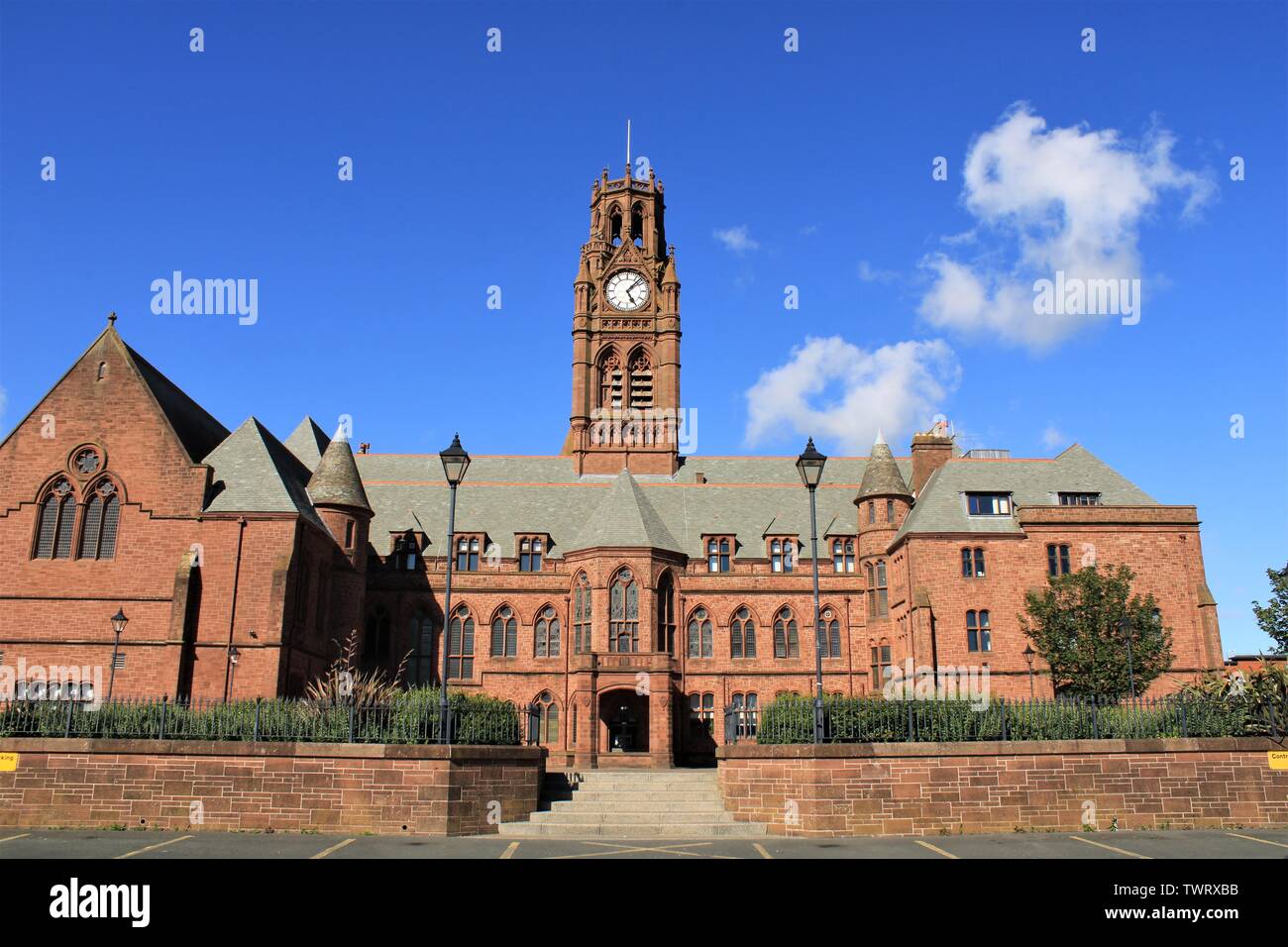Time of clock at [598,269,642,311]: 5:07
